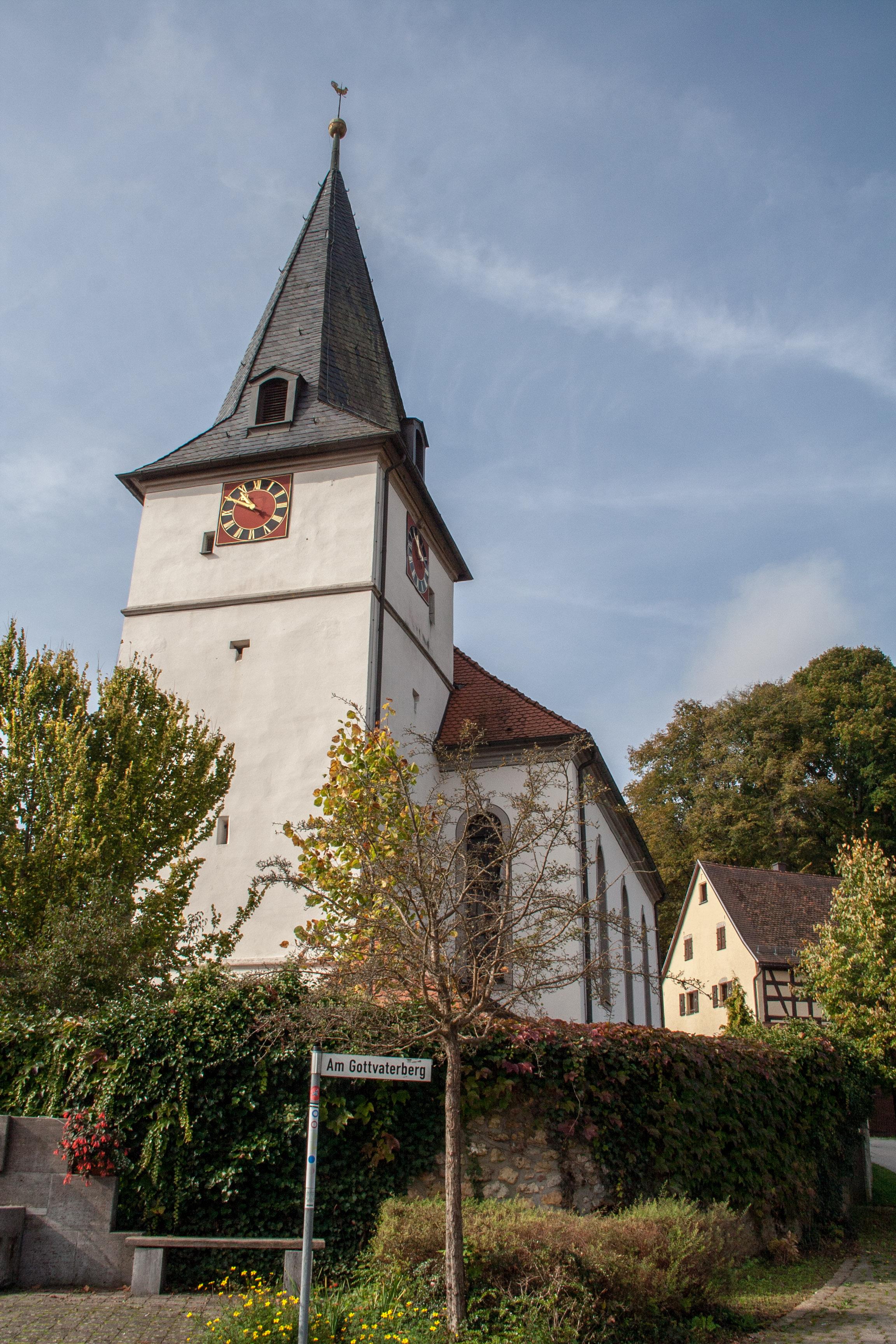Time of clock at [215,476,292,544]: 10:50
